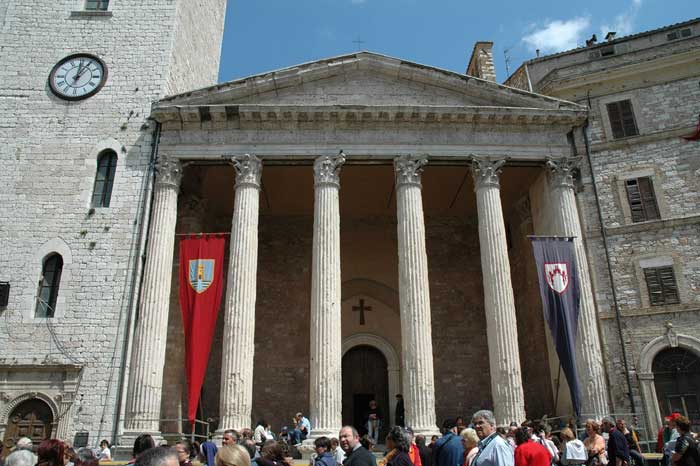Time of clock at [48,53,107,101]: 12:05
